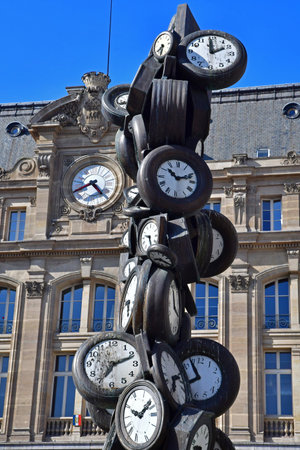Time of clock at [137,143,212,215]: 10:12
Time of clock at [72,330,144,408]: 7:11
